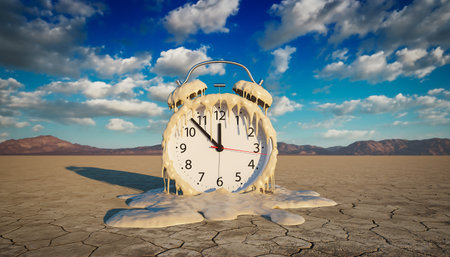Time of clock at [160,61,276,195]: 11:53
